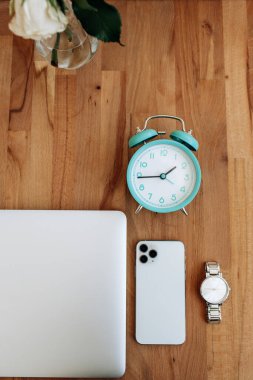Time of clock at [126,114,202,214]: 1:44
